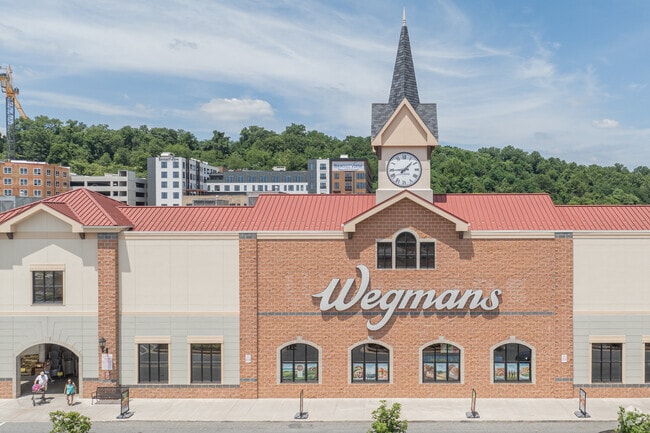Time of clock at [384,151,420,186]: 1:44
